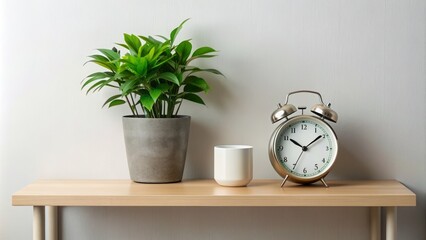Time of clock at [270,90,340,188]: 10:09
